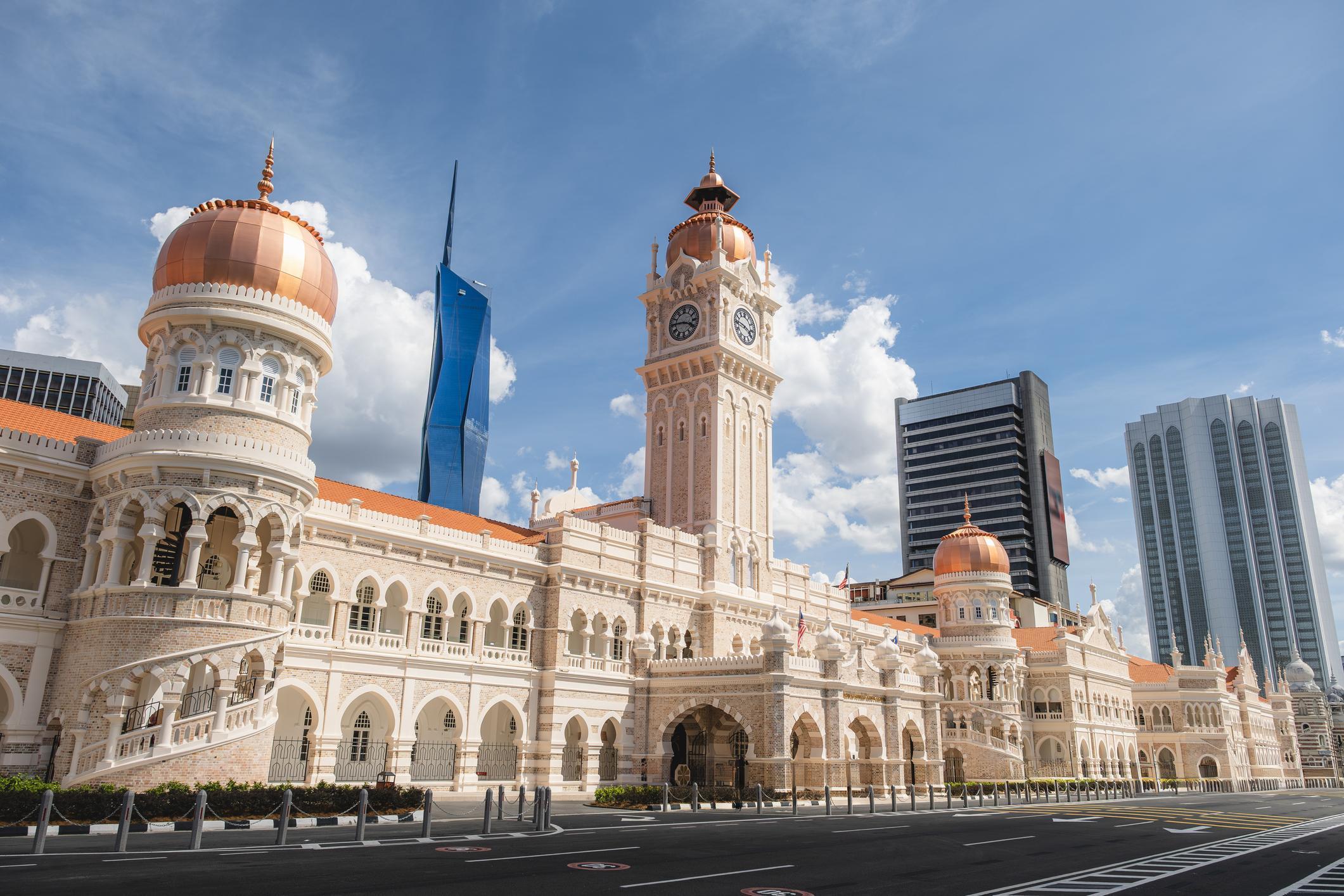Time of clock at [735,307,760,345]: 3:46
